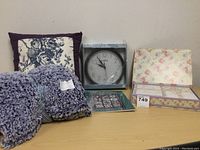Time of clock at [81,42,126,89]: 9:54
